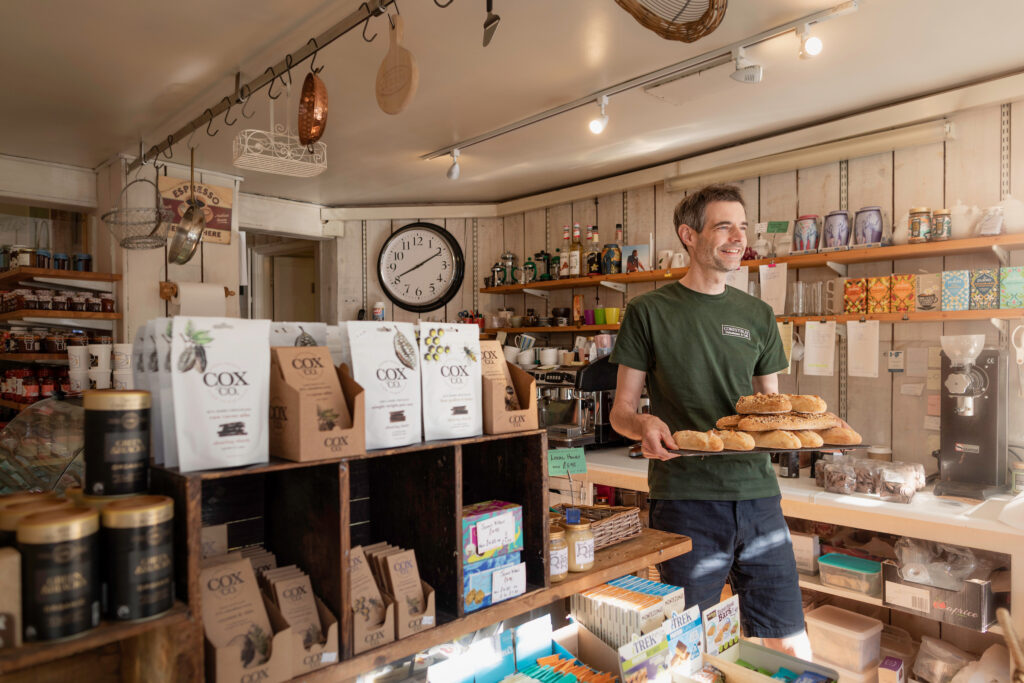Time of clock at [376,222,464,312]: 8:10
